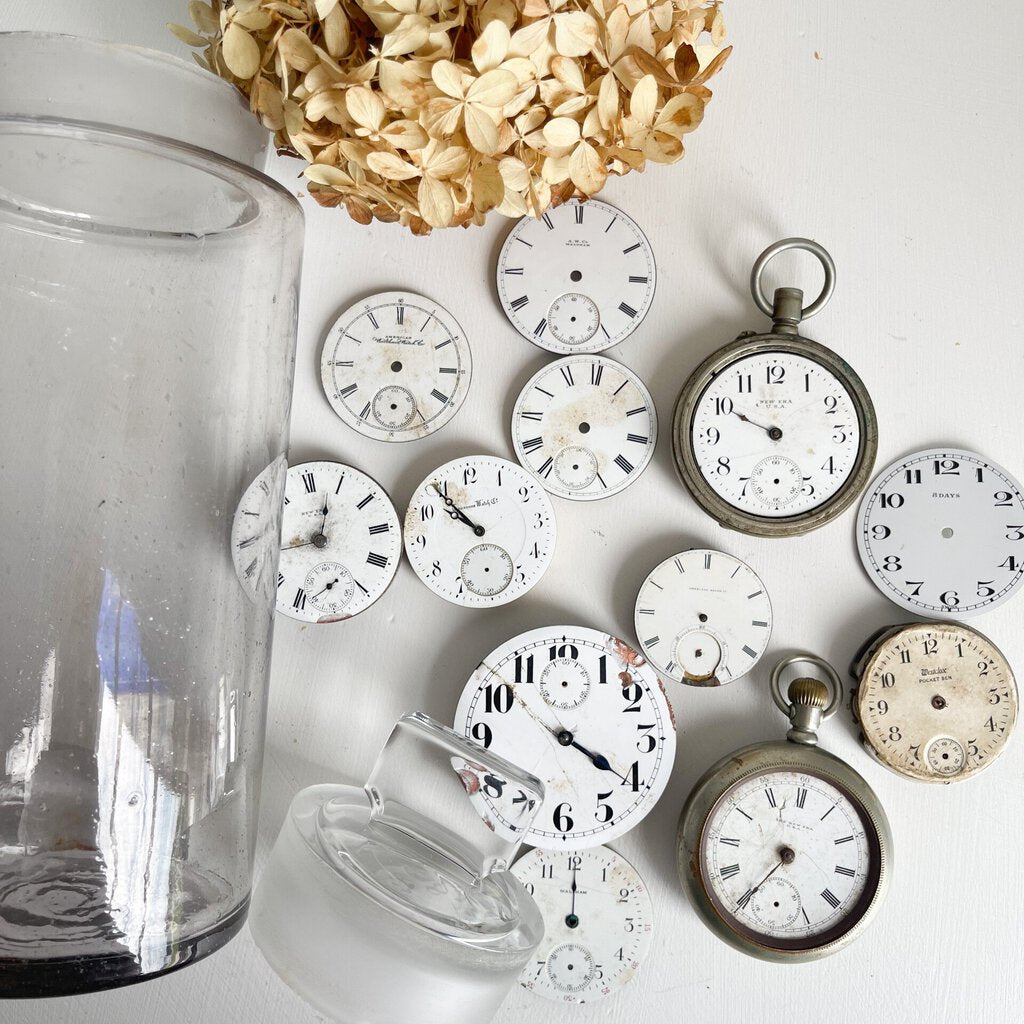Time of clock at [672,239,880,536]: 9:50
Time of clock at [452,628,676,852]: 4:20
